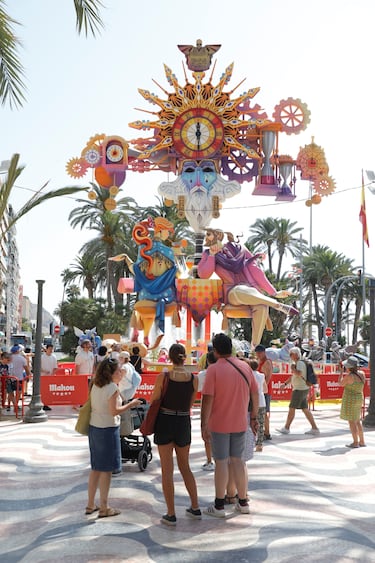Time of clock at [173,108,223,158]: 12:29
